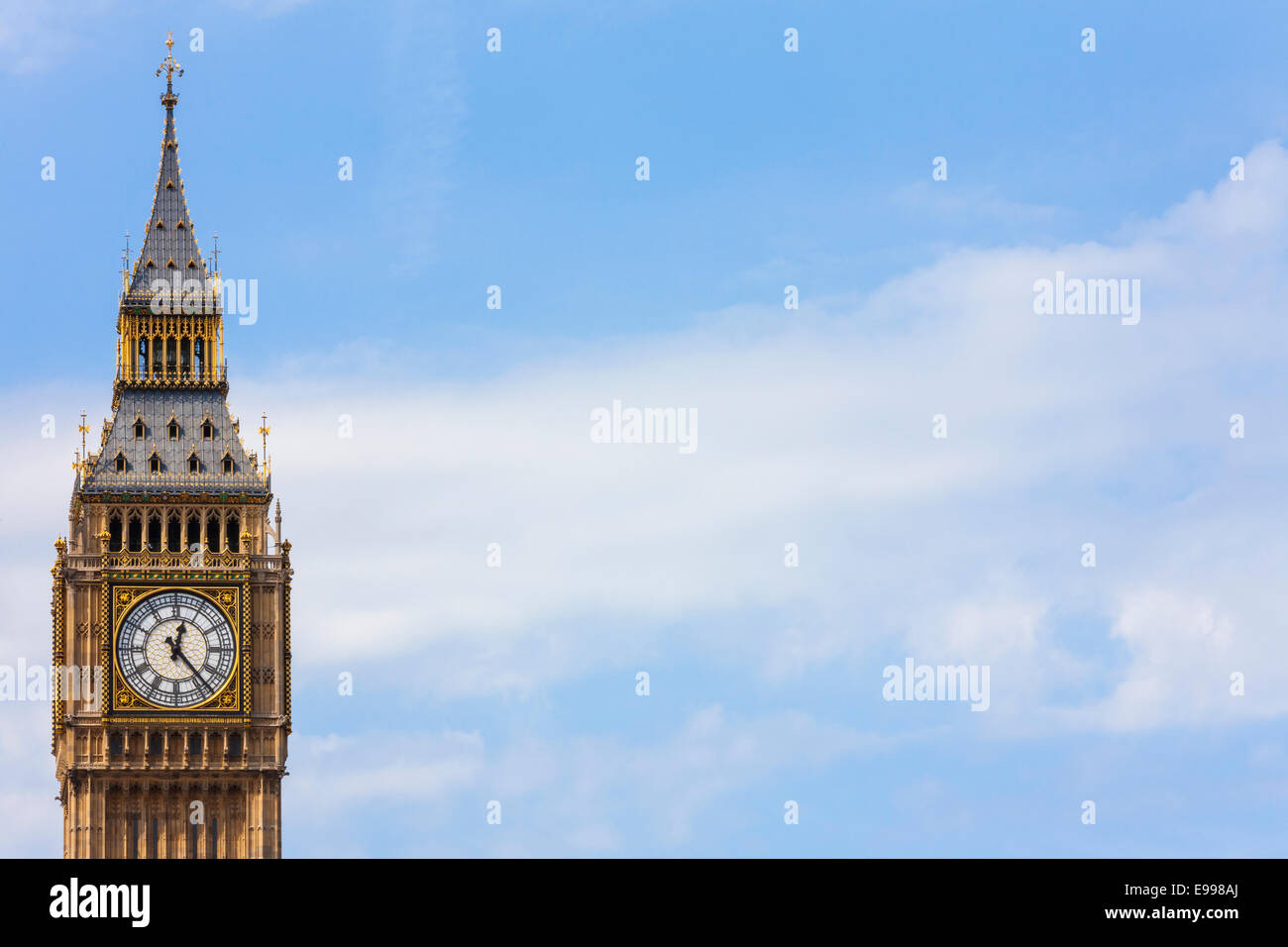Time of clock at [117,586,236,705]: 12:23
